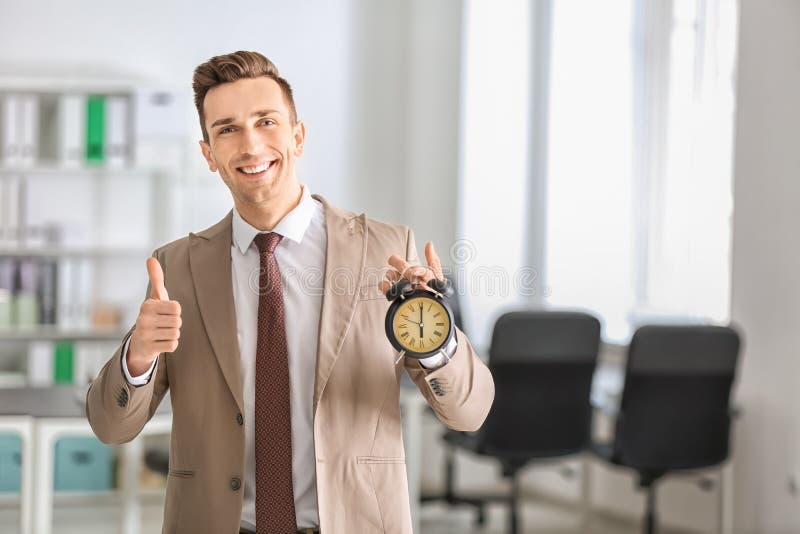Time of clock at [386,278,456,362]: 6:00
